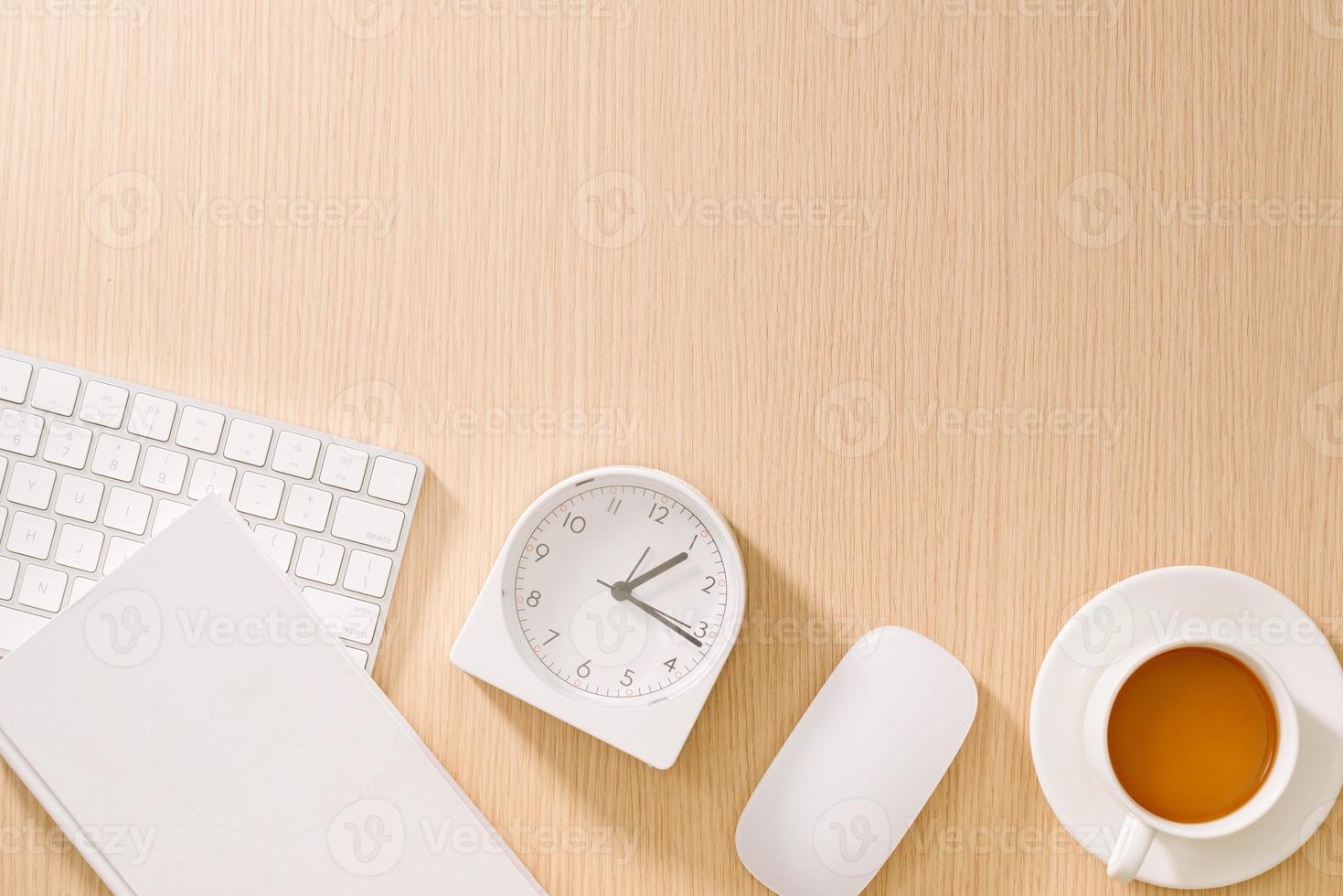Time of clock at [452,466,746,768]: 1:16
